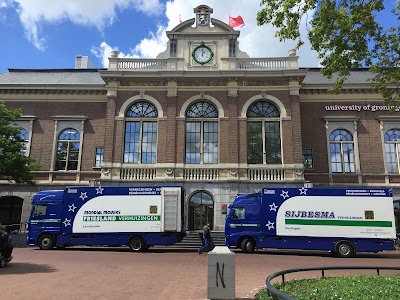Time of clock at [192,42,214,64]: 1:00
